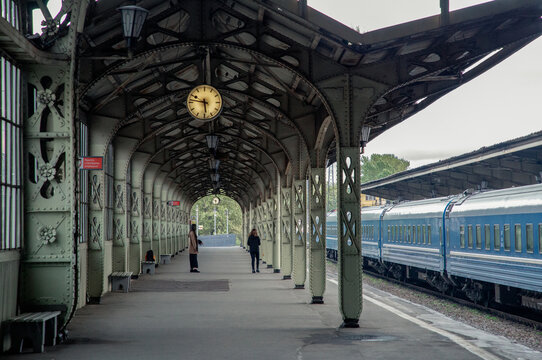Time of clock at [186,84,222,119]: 5:46
